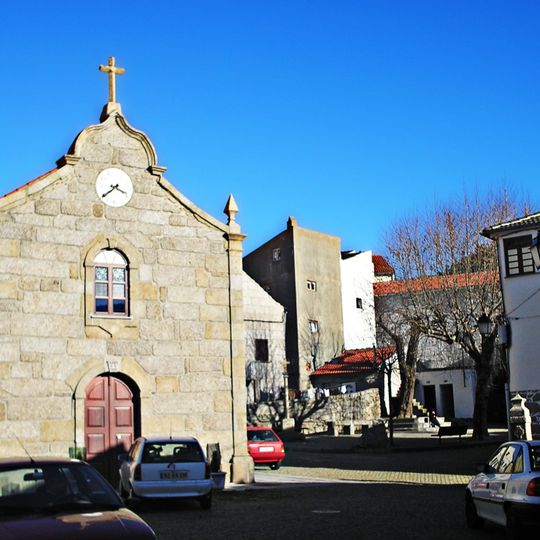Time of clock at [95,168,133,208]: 3:38
